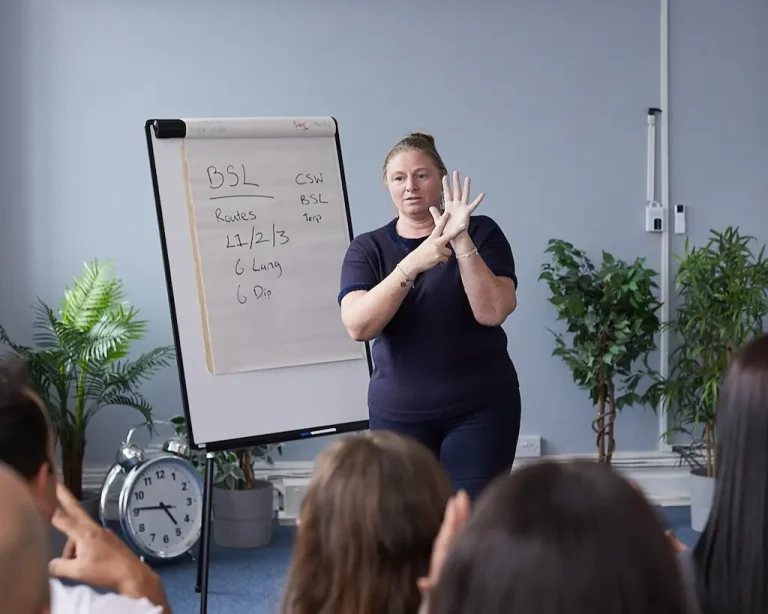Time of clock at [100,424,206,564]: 4:45
